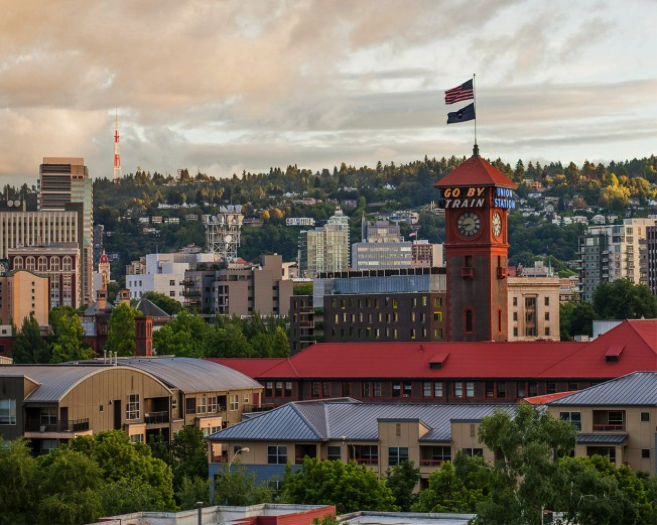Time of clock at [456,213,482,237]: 8:38
